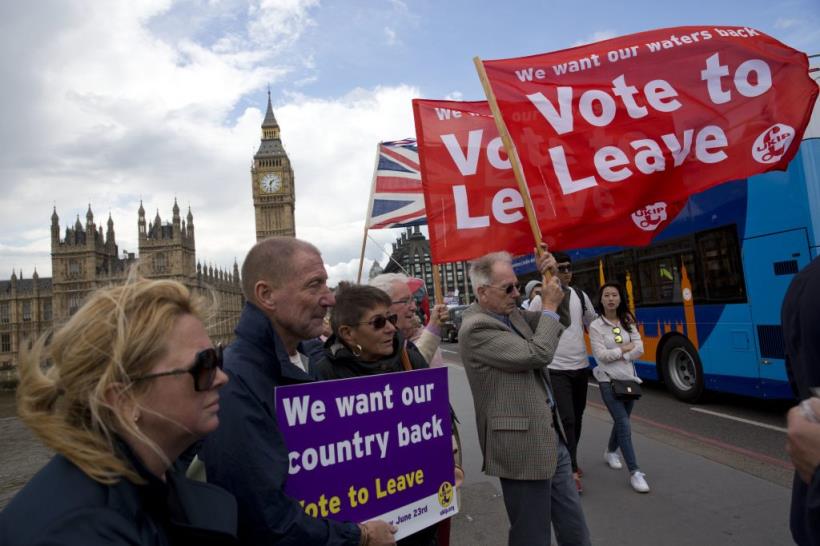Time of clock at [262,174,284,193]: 1:31
